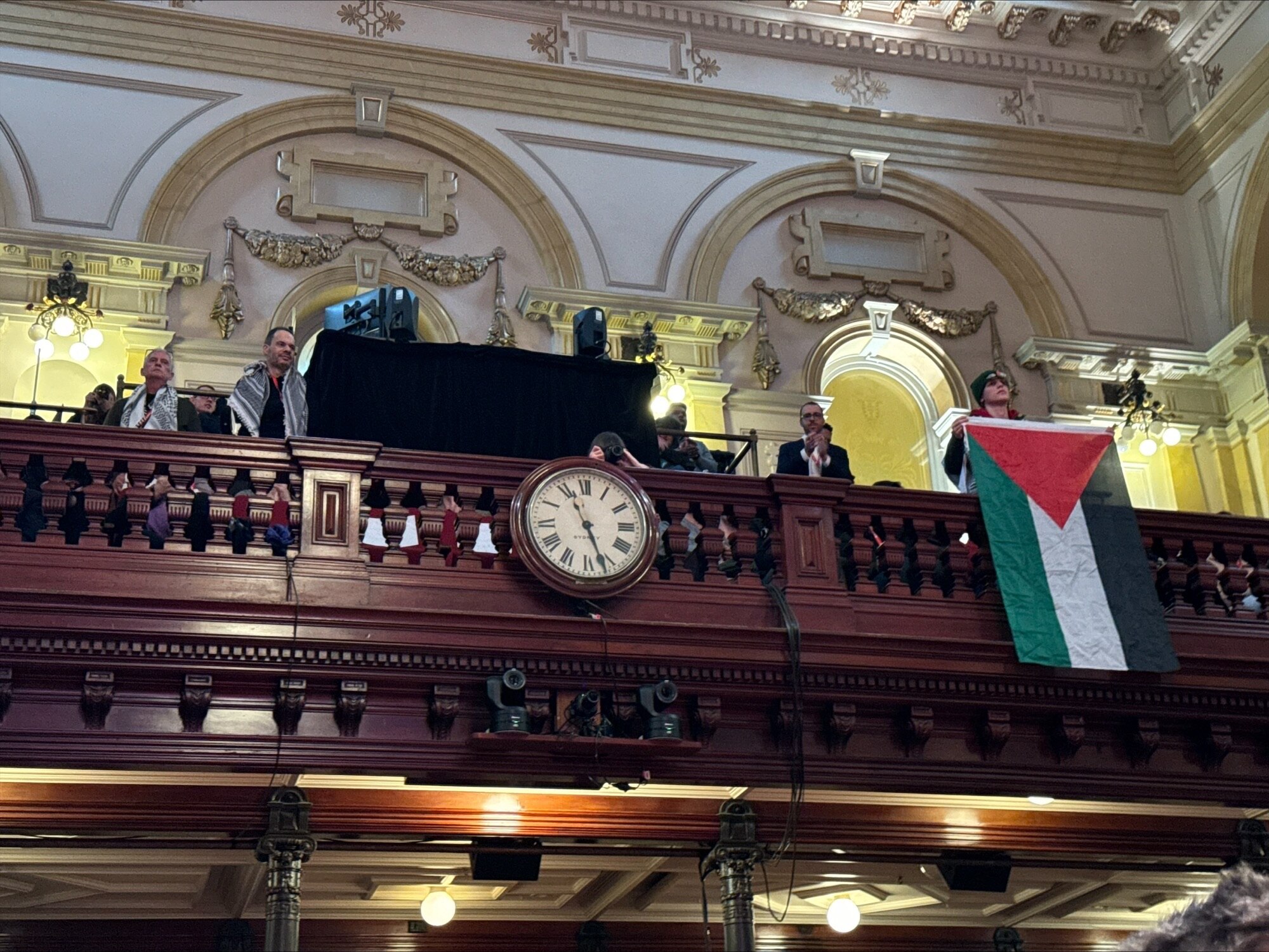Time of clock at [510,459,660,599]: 11:26
